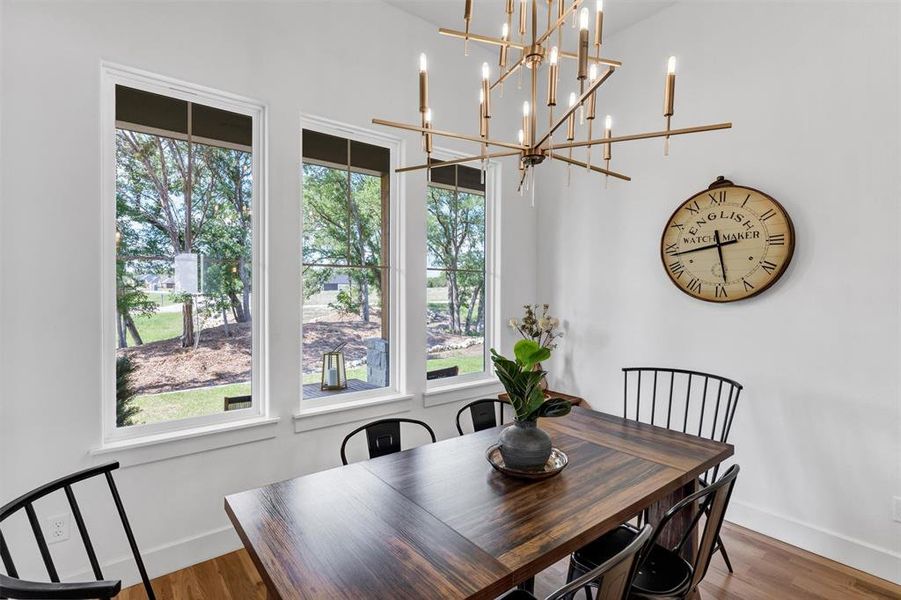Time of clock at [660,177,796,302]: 5:43
